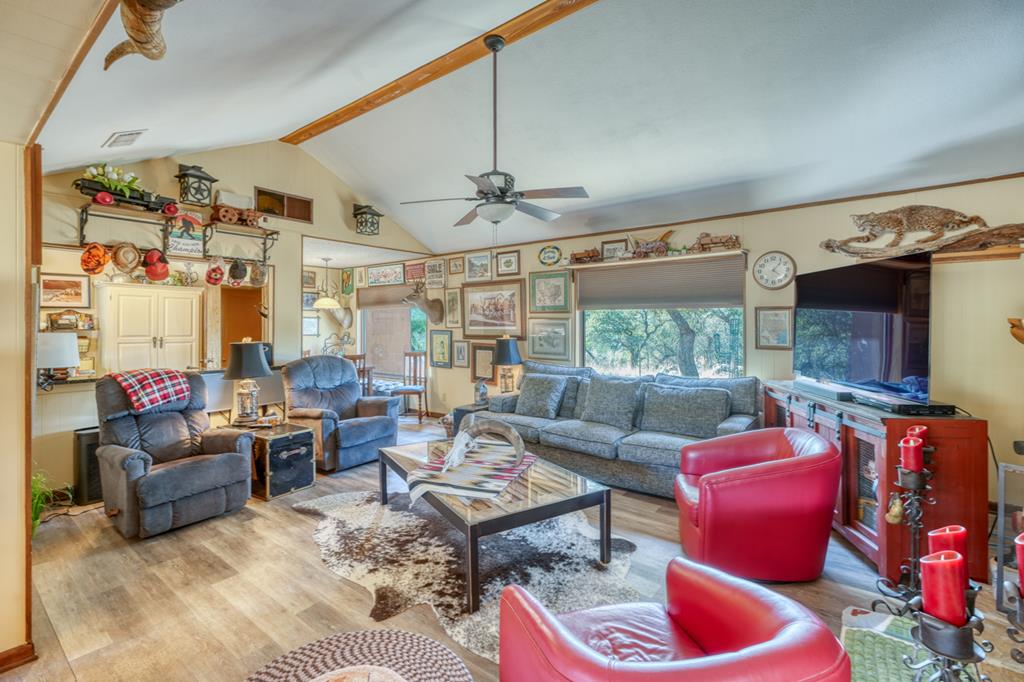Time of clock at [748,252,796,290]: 4:07
